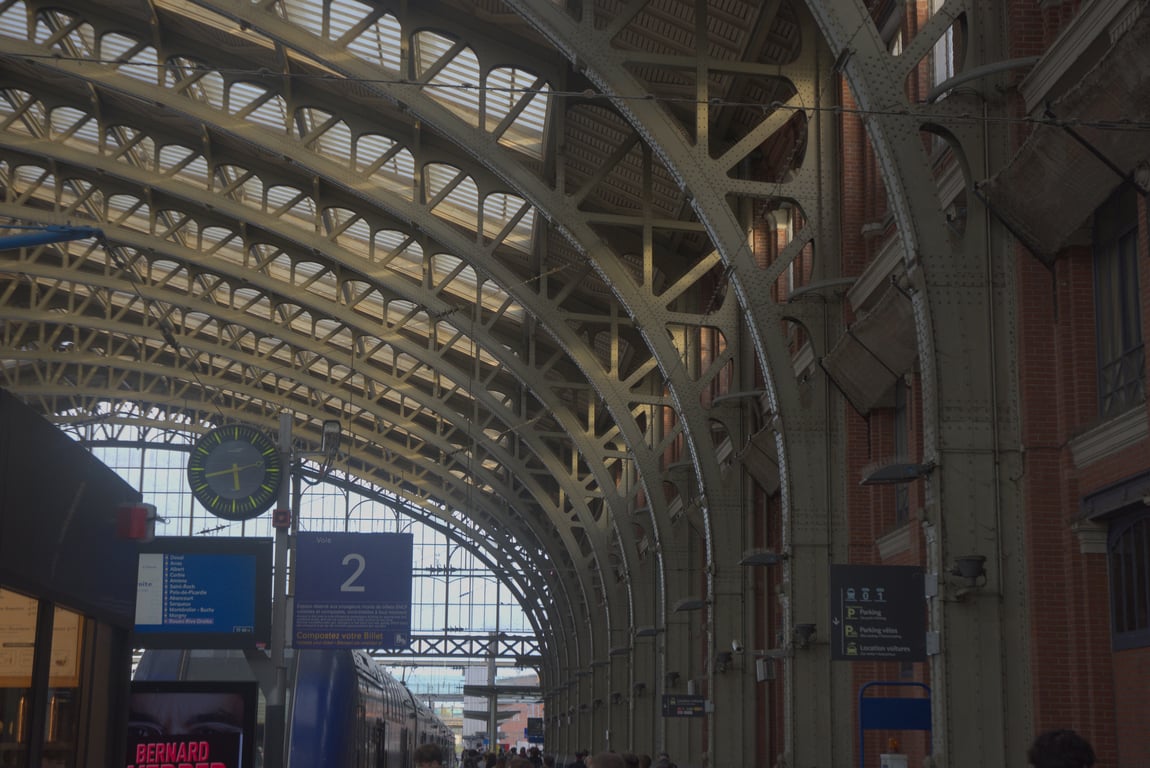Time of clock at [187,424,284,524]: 5:42
